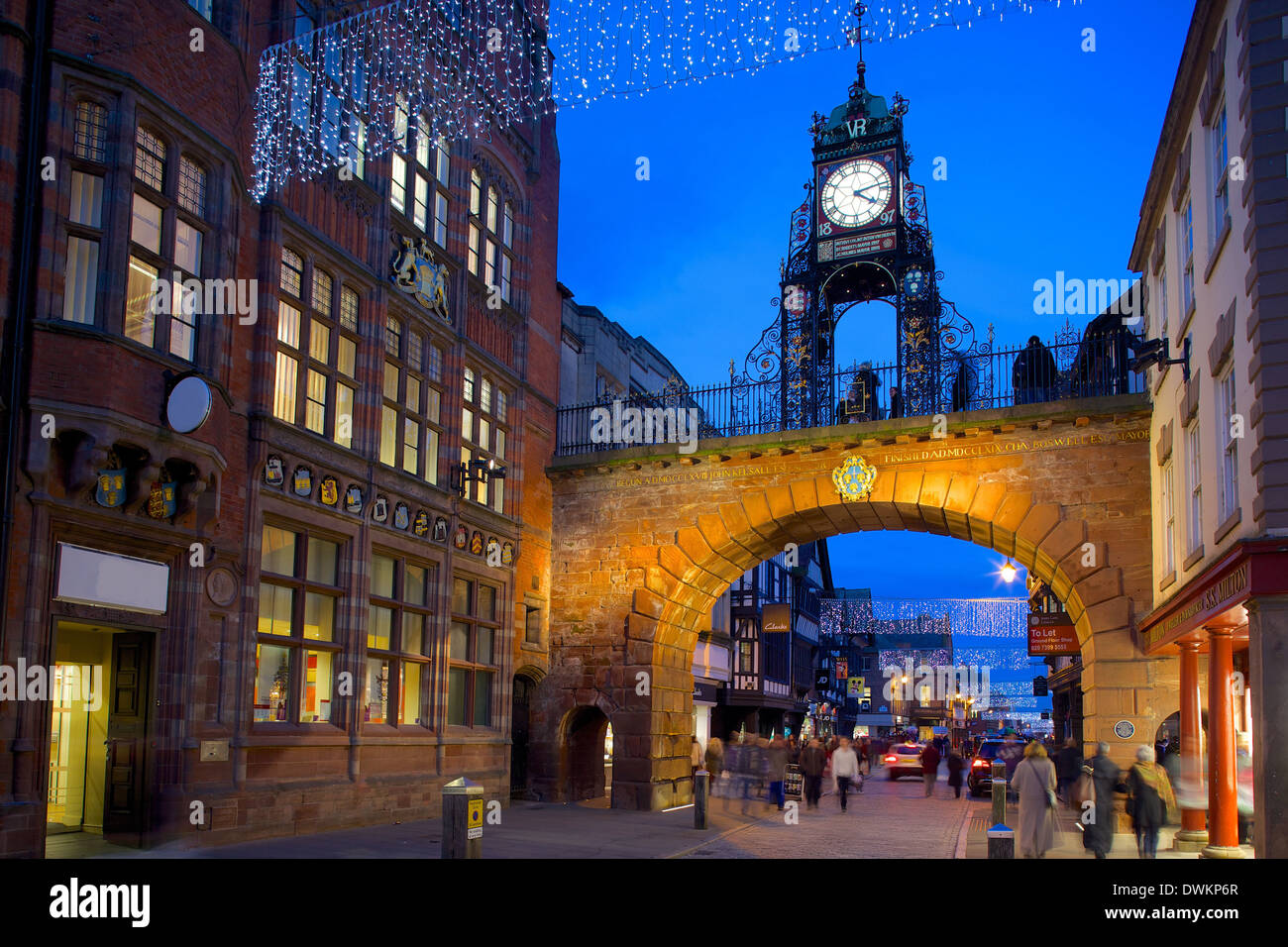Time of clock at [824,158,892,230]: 4:12
